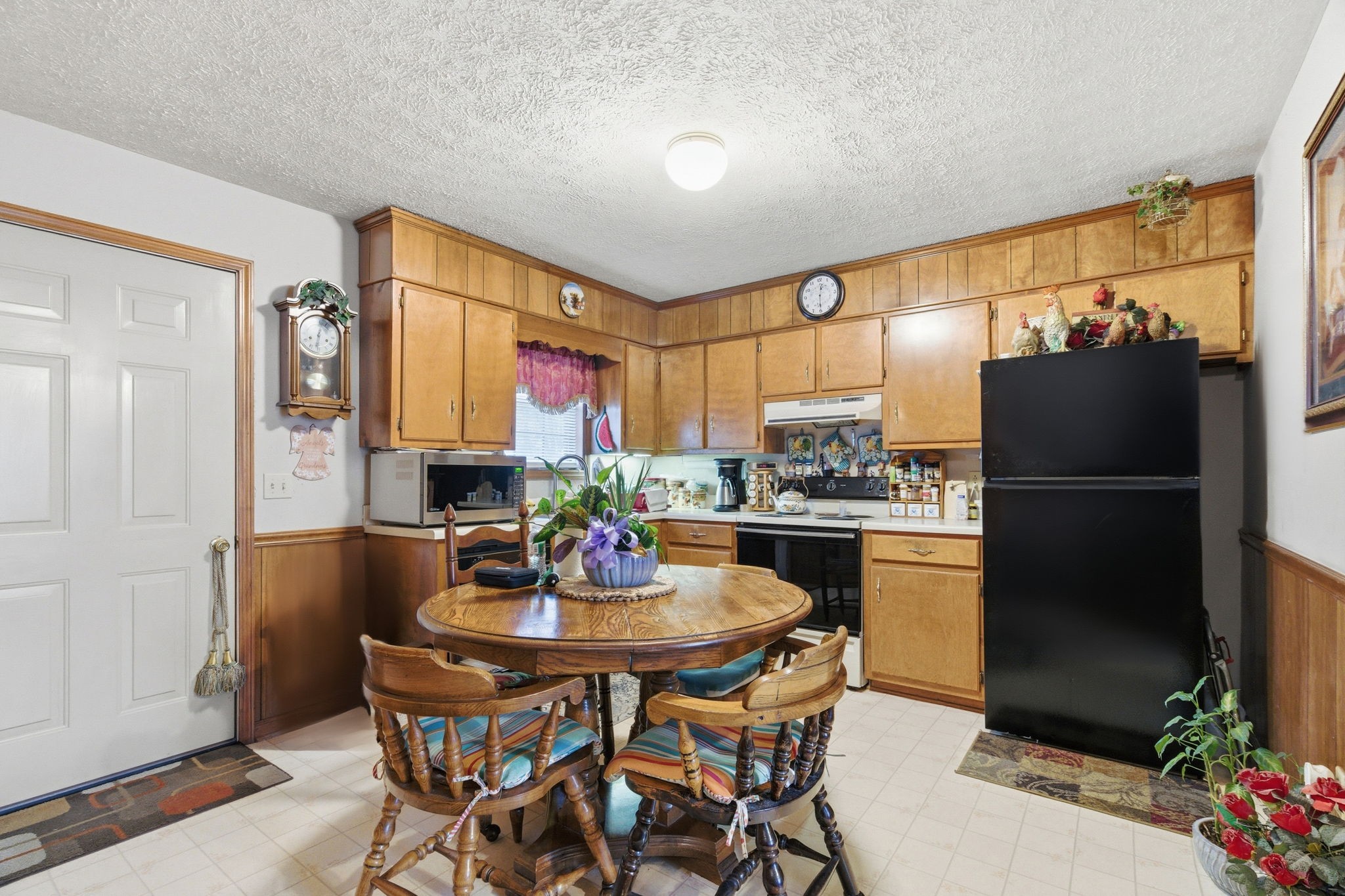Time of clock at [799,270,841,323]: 12:30
